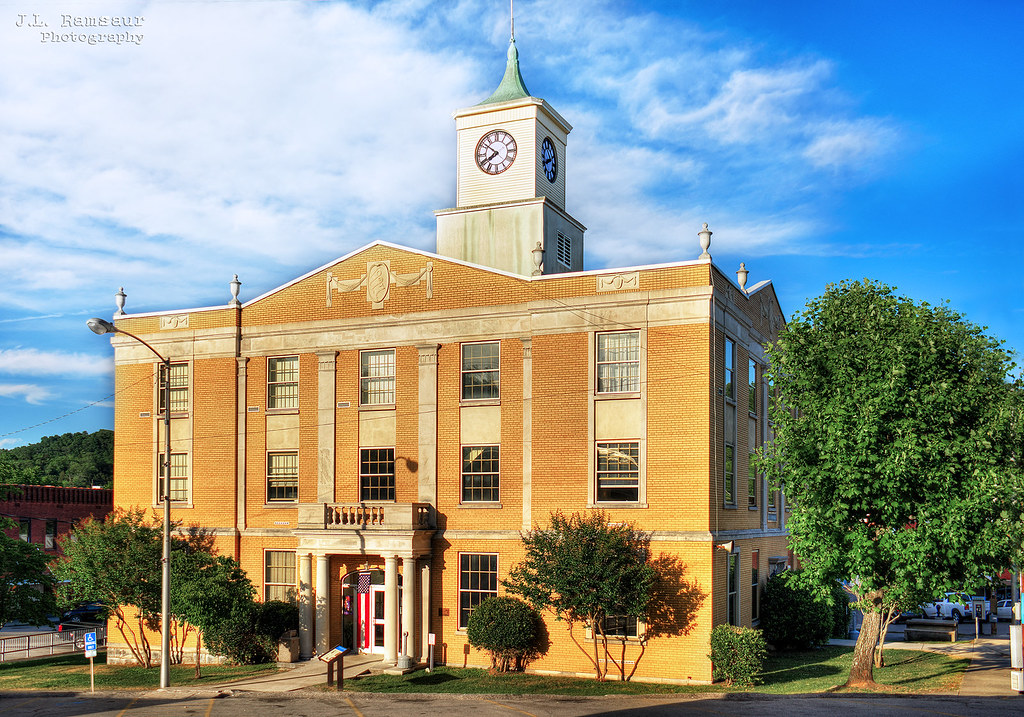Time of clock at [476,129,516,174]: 7:51
